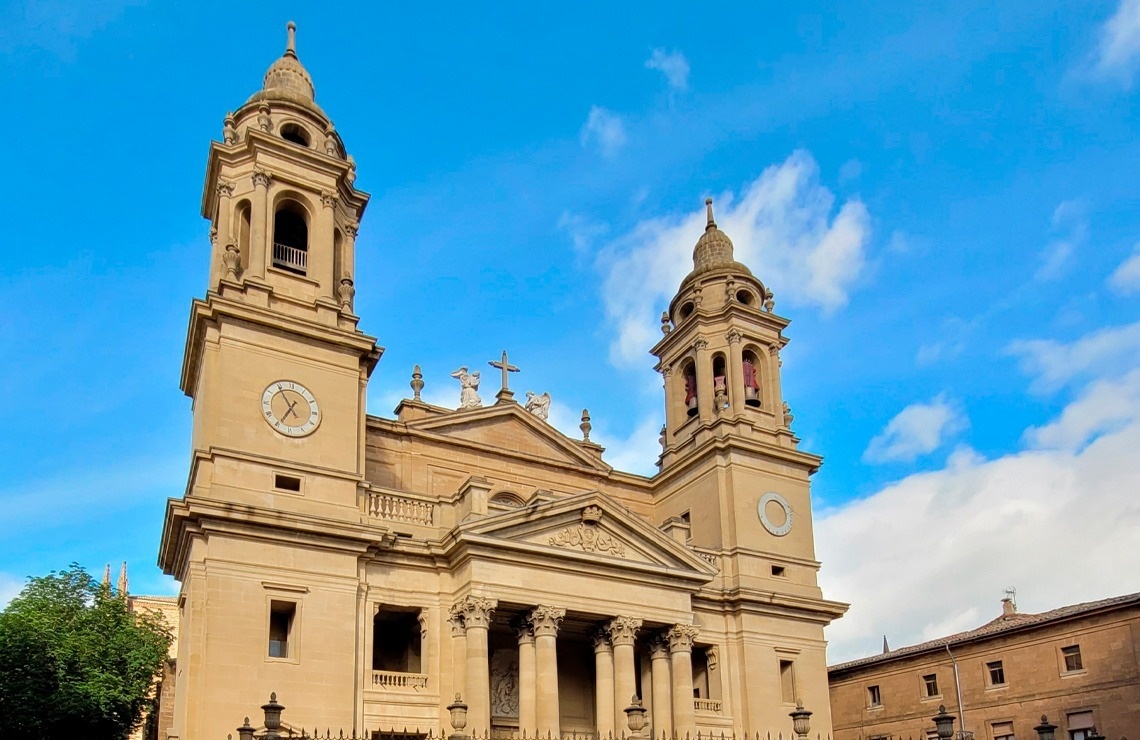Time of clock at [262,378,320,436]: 6:54
